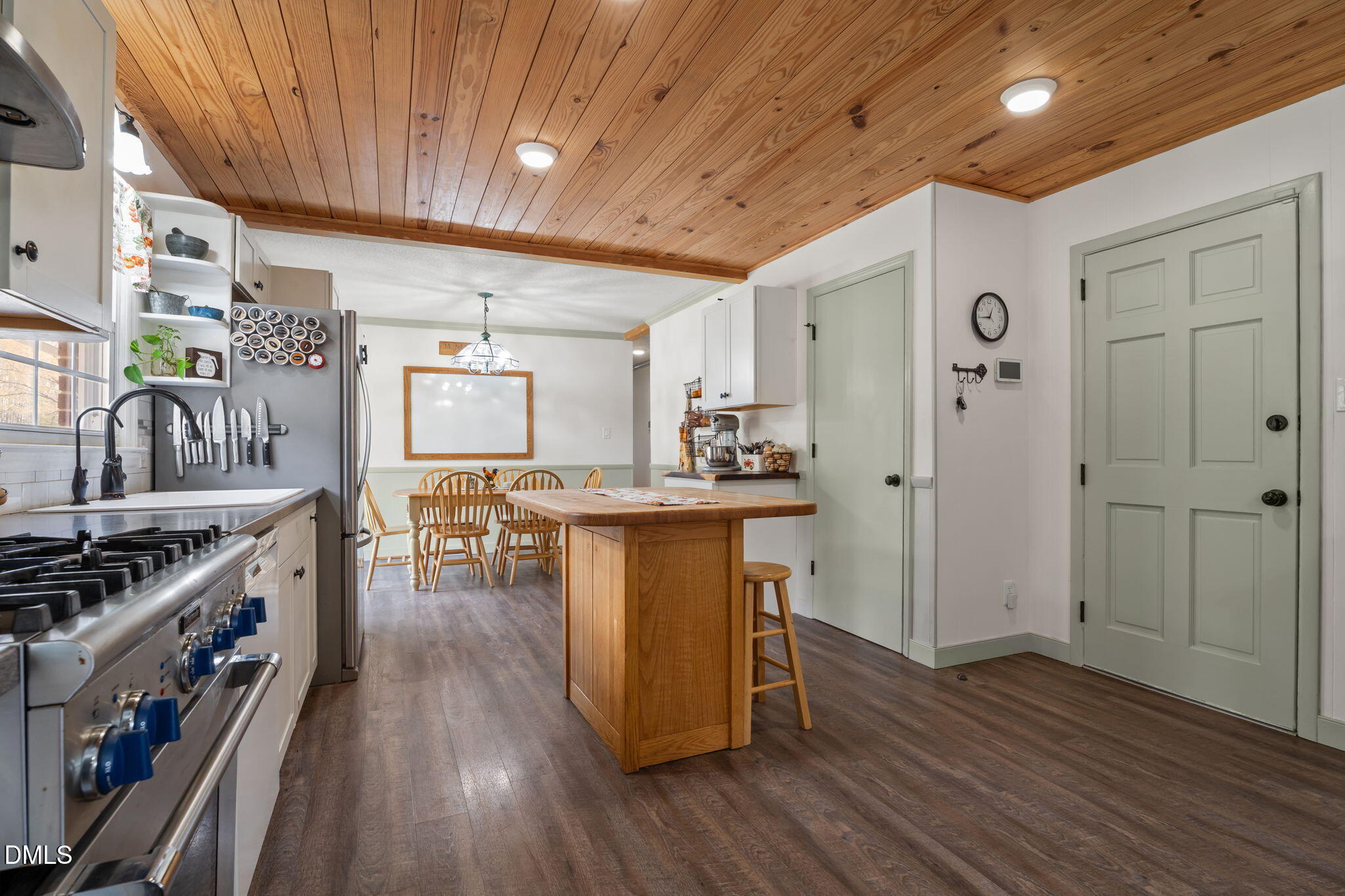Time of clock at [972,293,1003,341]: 12:43
